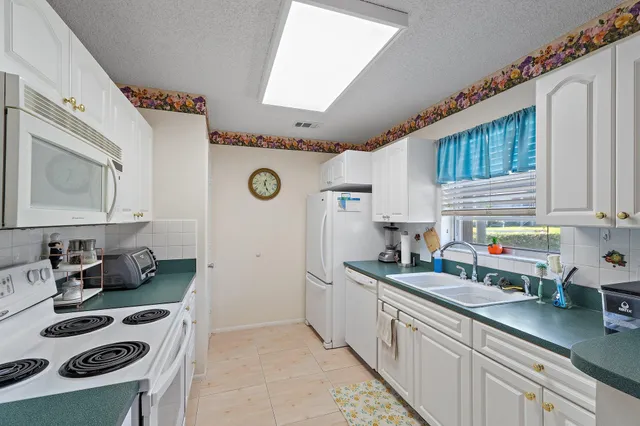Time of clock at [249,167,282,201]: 12:26
